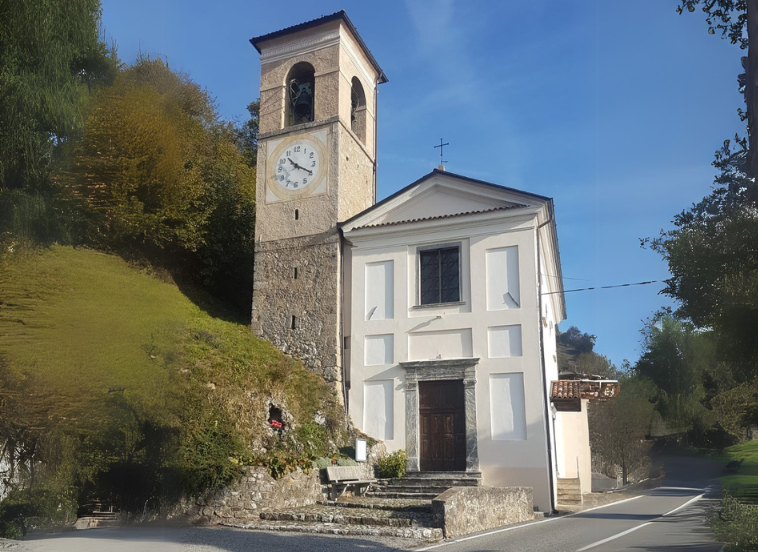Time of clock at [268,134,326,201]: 10:19
